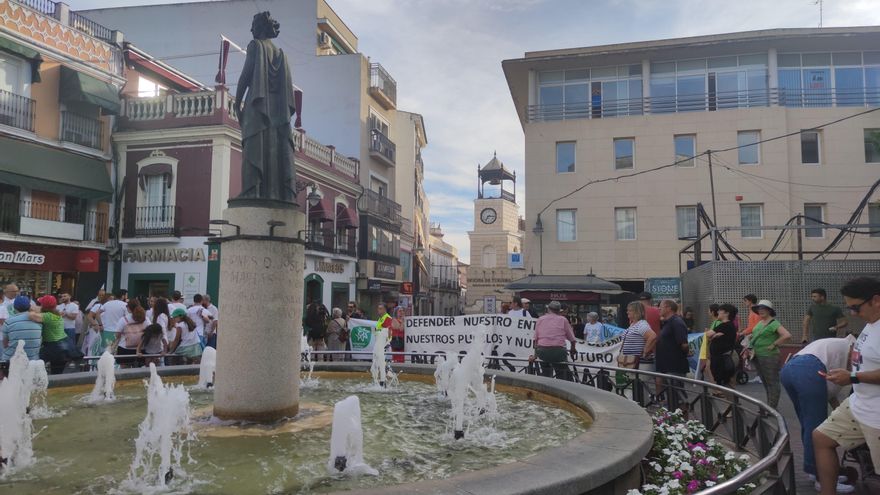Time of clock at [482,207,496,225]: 7:15
